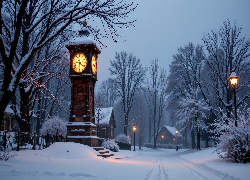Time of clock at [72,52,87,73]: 6:21
